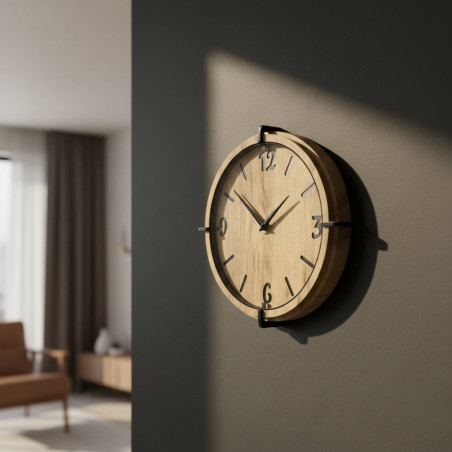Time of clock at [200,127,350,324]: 1:51
